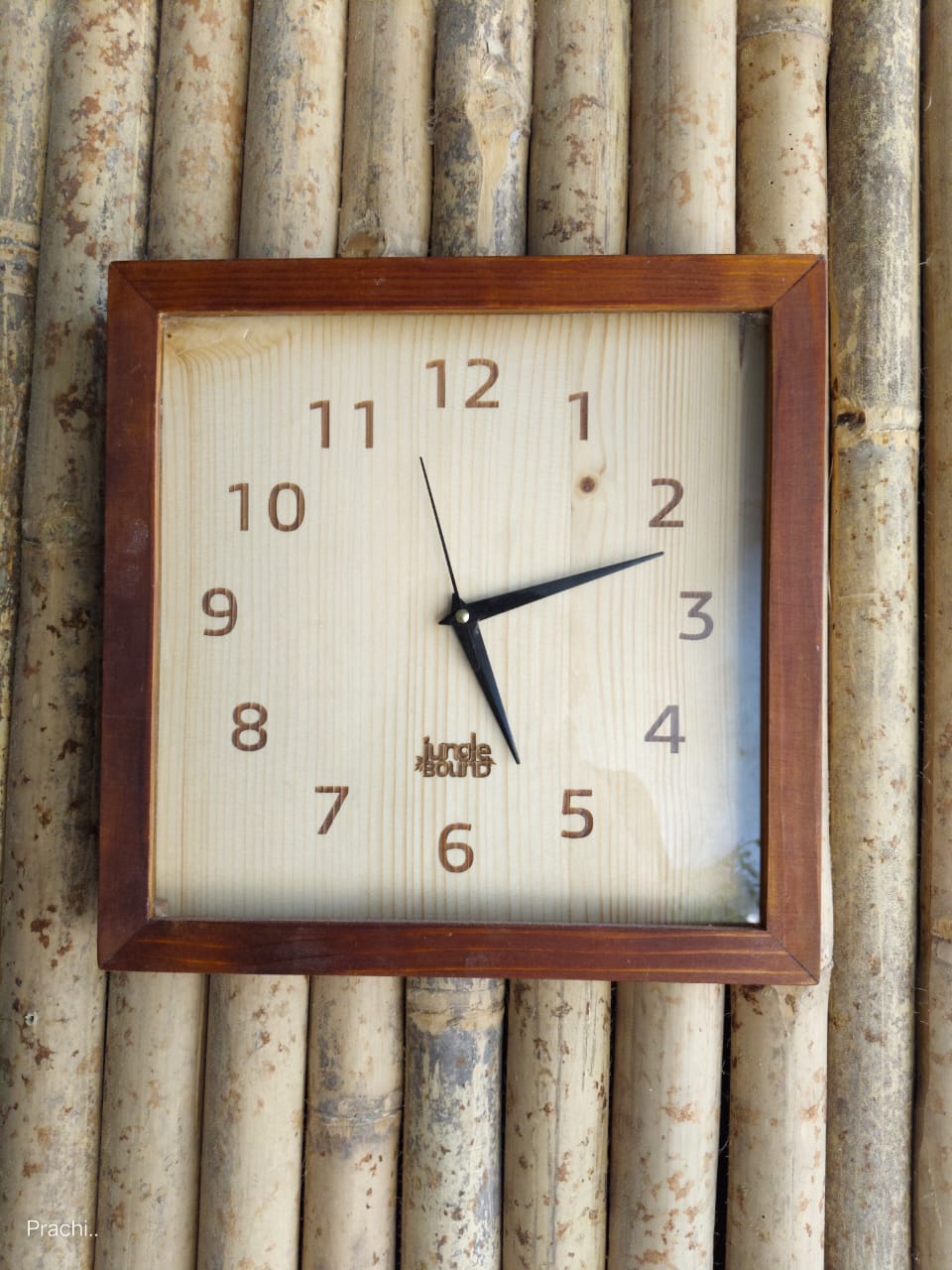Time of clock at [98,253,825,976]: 5:11
